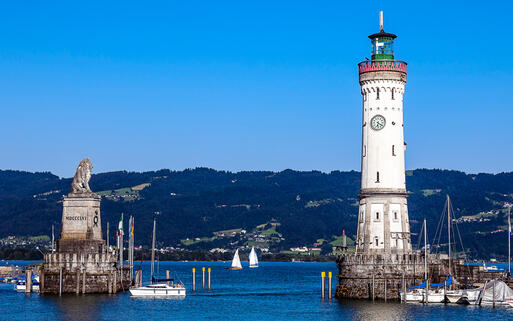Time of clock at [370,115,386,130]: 6:20
